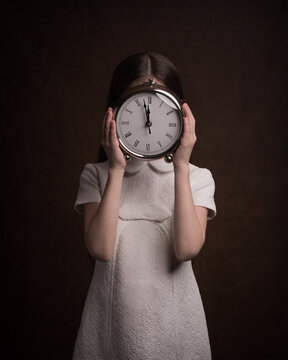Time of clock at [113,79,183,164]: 11:57
